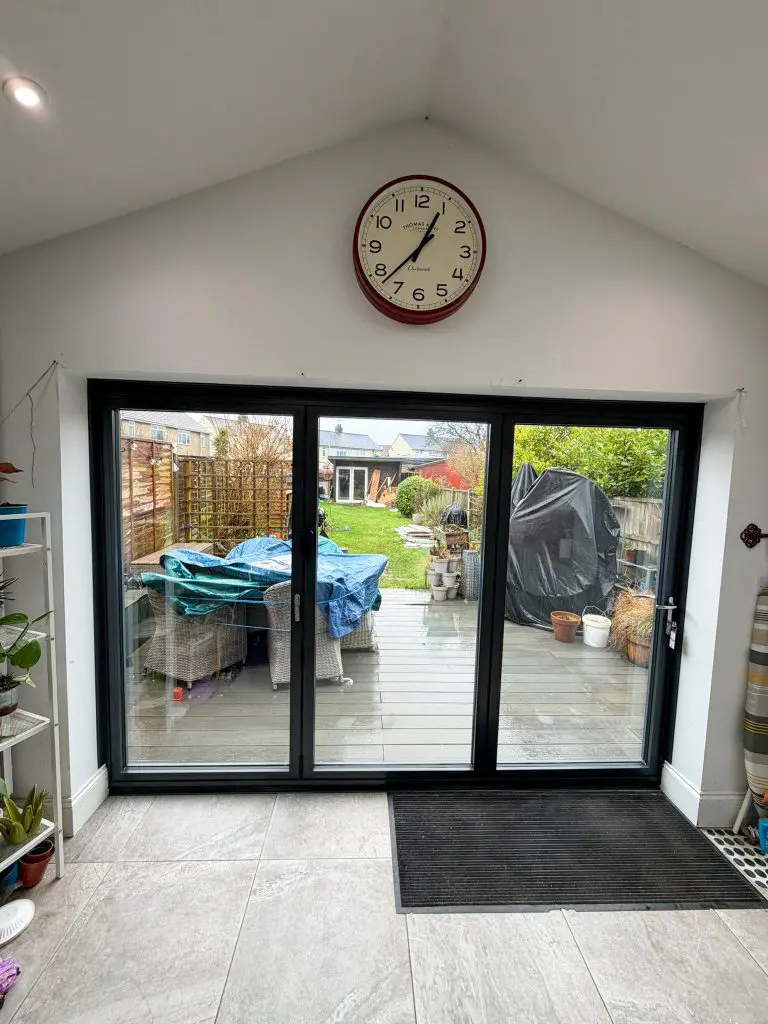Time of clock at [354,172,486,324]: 12:37
